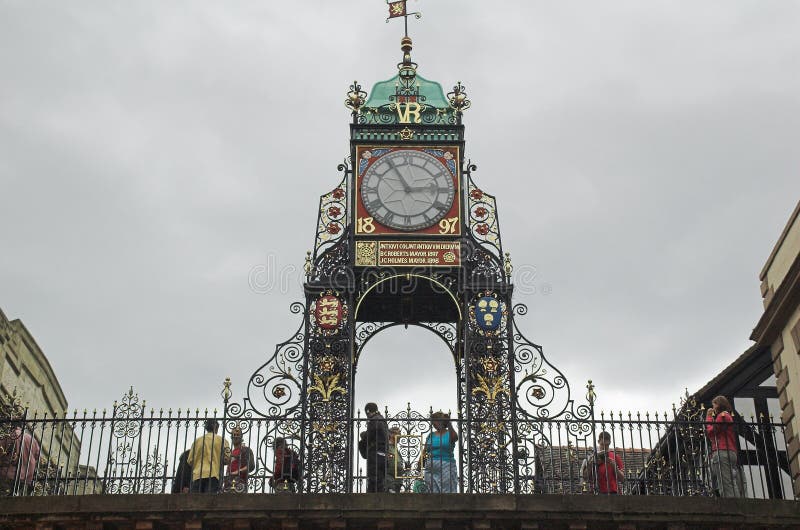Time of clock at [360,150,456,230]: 2:55
